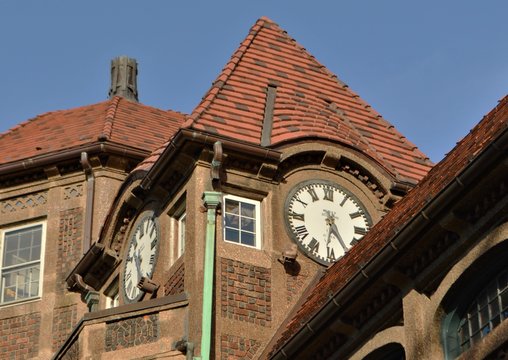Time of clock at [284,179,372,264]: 6:25
